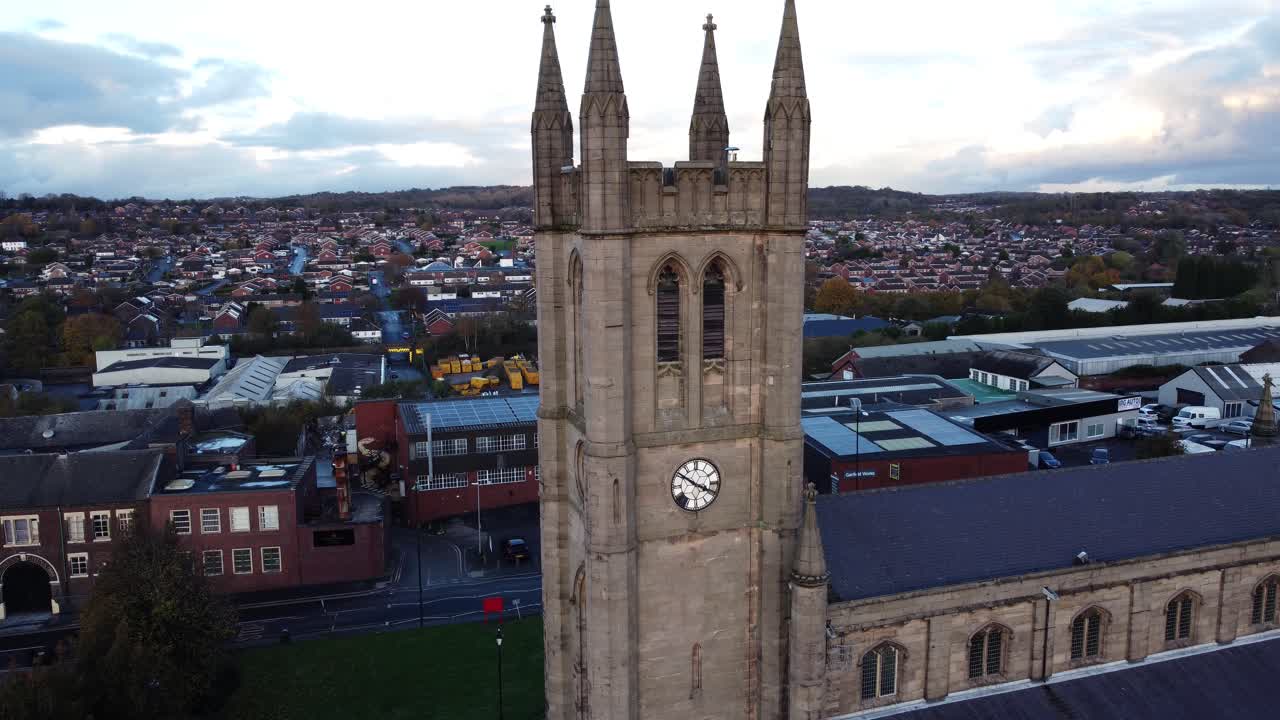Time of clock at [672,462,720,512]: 3:50
